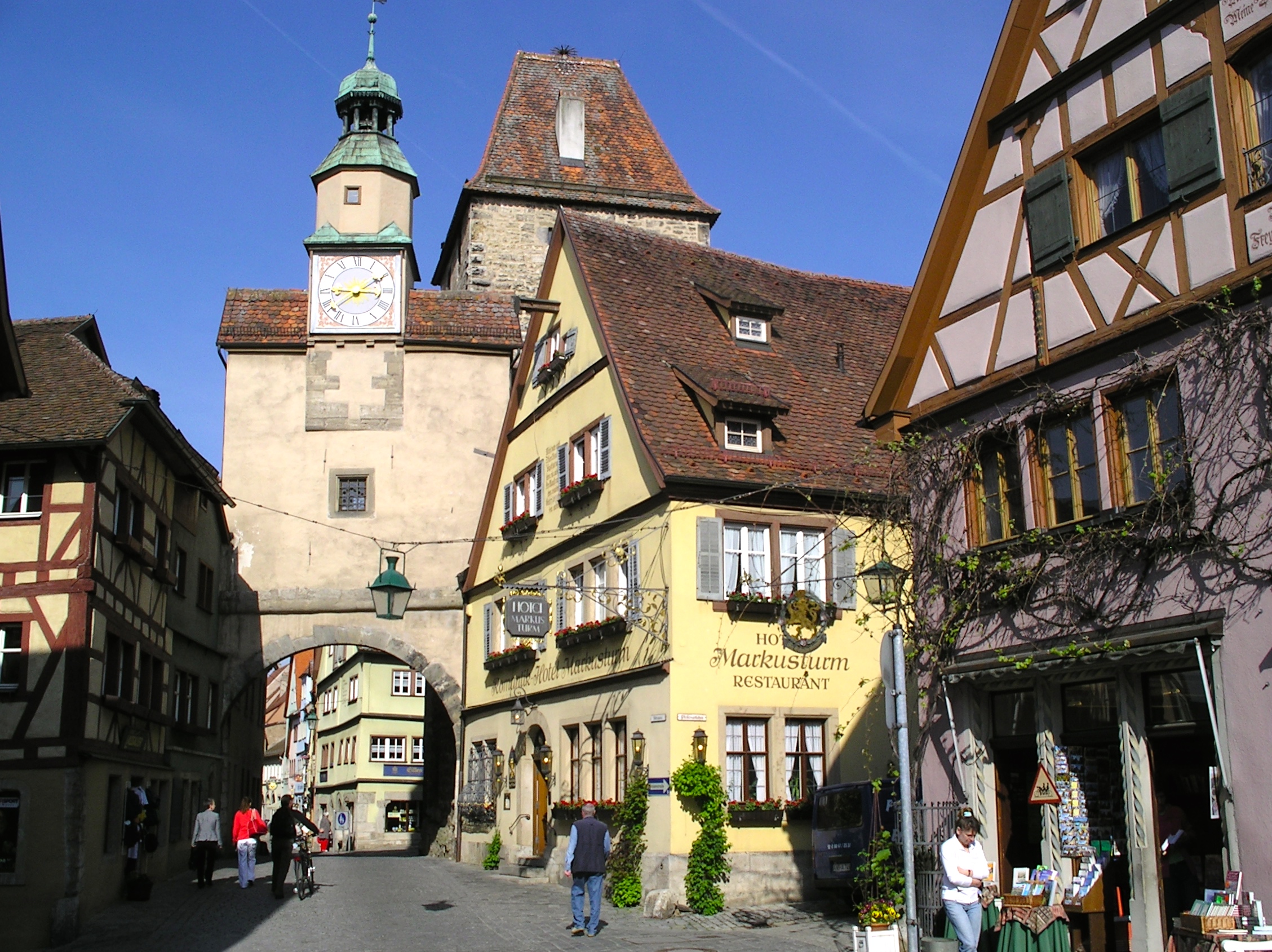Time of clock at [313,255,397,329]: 9:09
